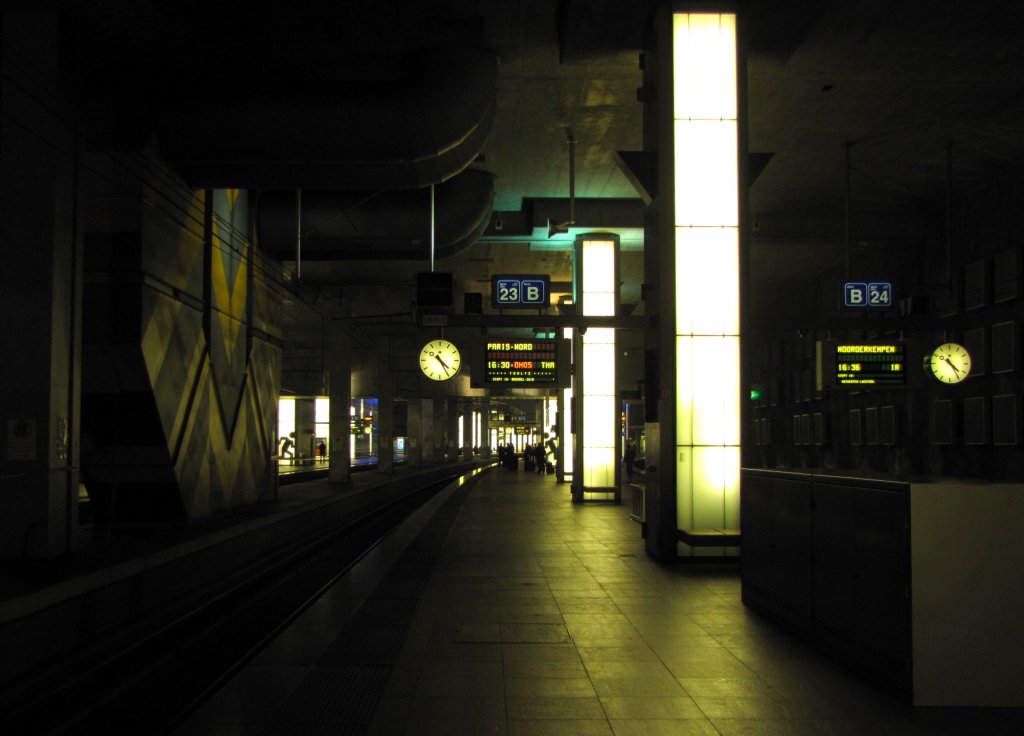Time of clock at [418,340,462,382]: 4:24
